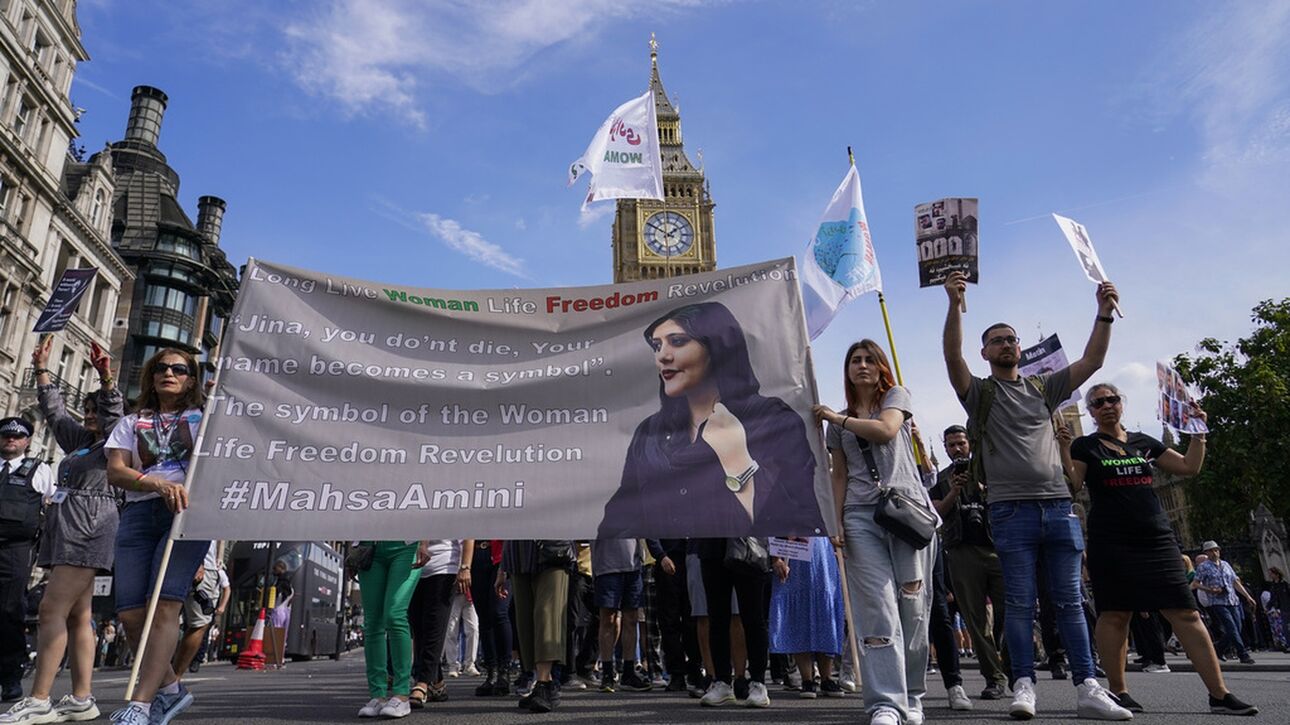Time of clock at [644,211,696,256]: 1:50
